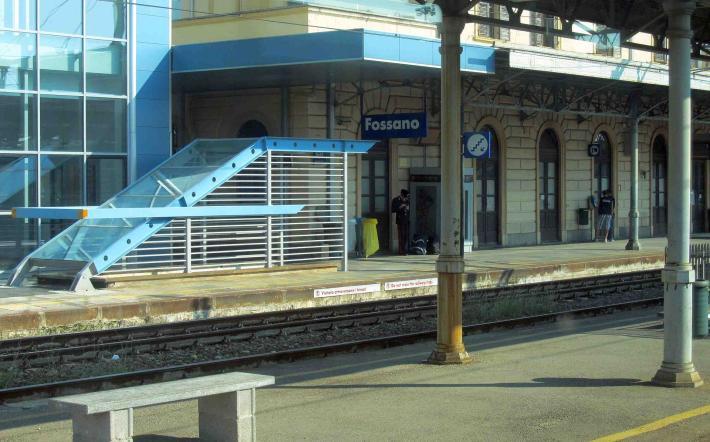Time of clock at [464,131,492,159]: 7:07
